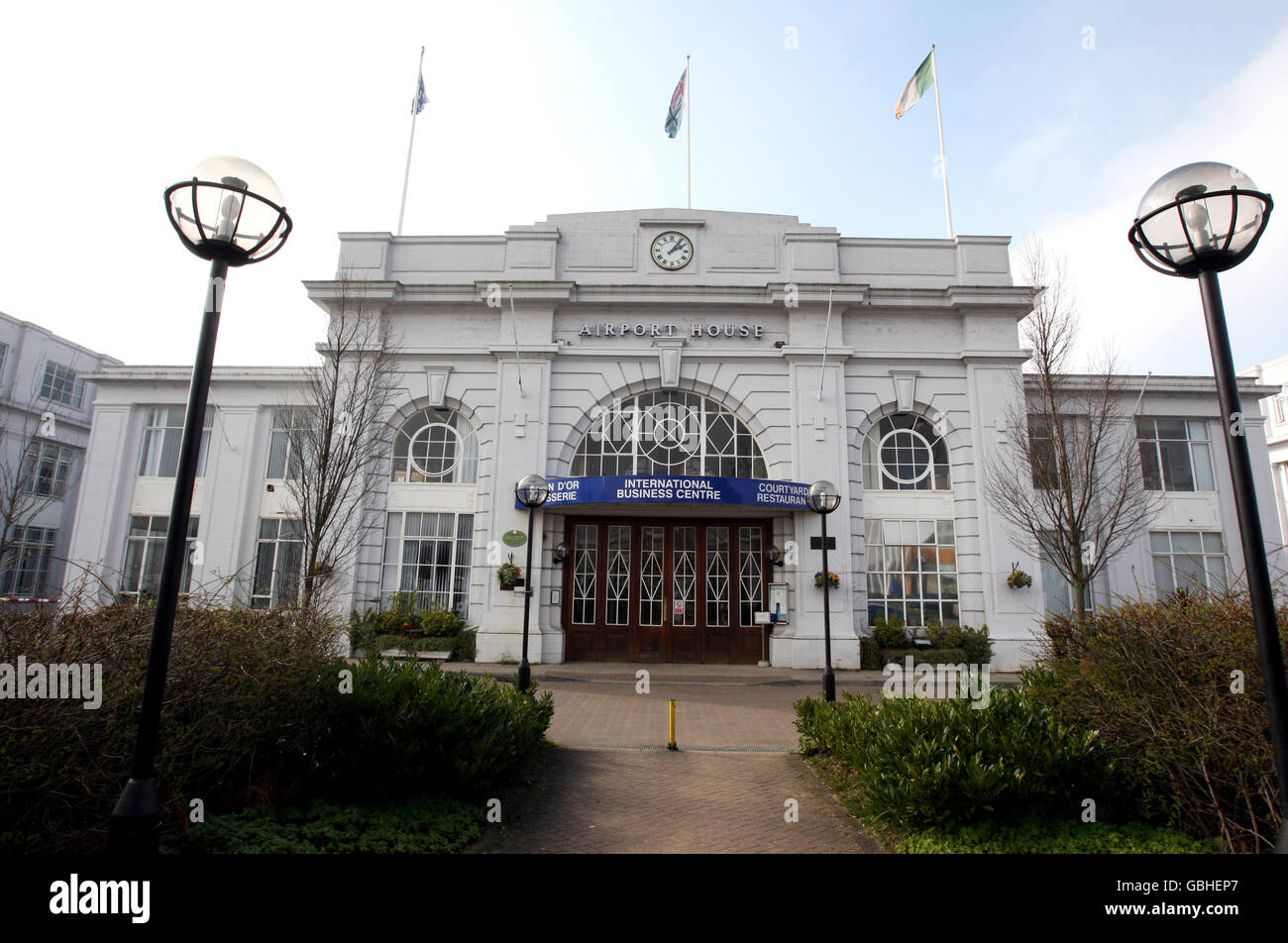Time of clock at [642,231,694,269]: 2:06
